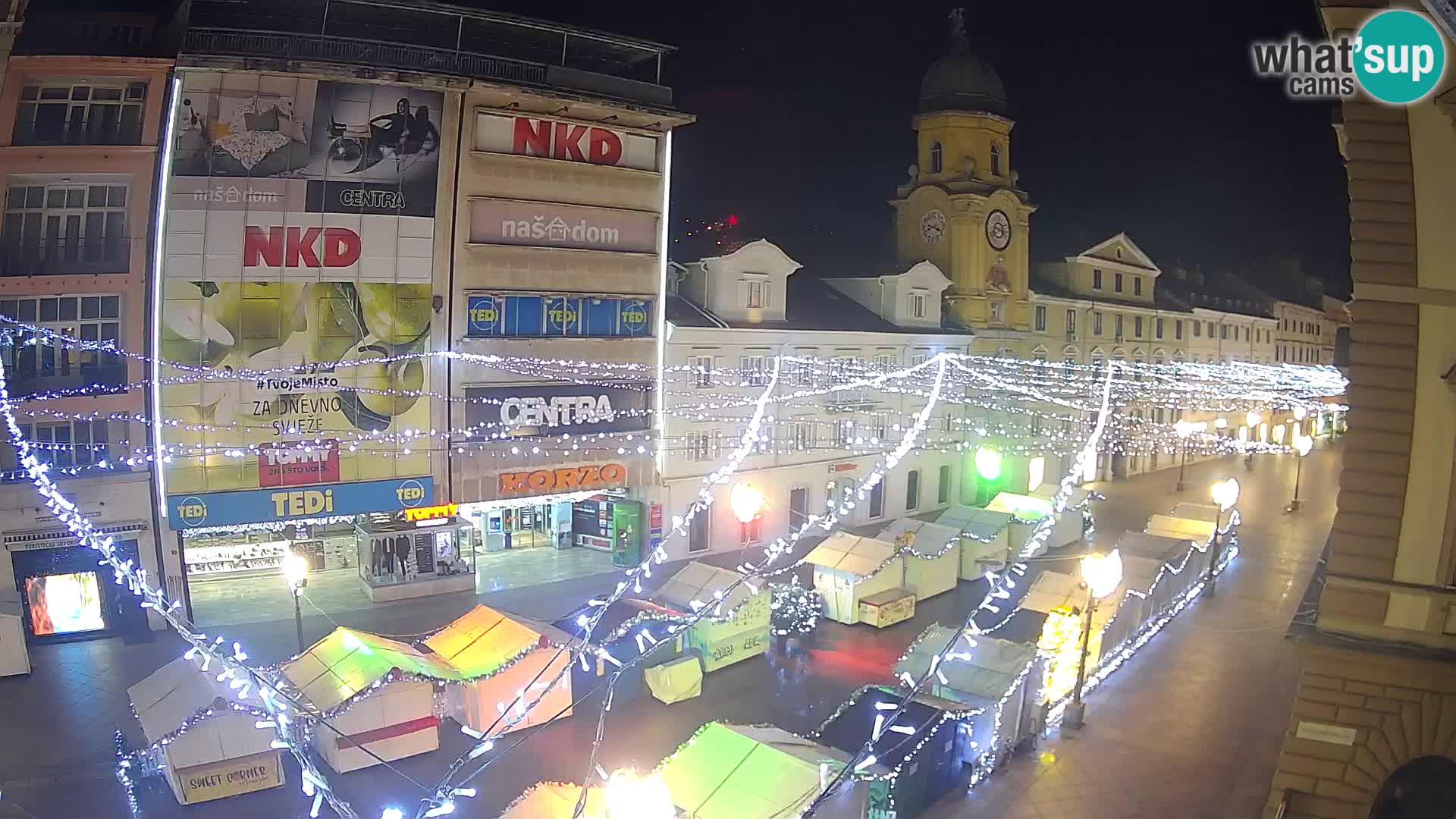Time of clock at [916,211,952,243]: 3:40
